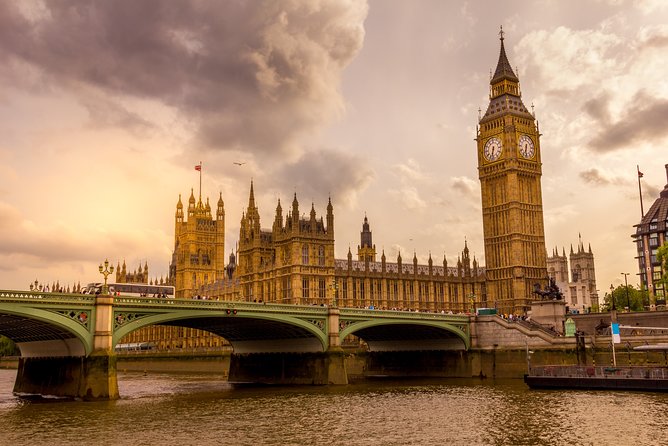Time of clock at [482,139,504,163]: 6:32
